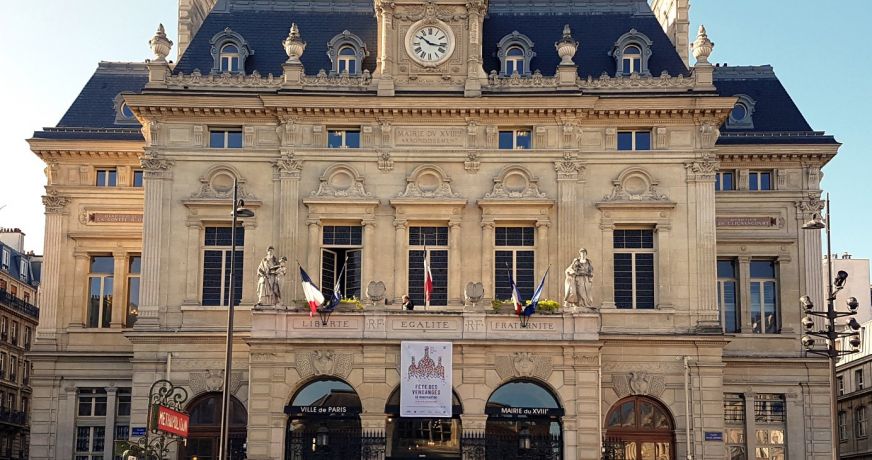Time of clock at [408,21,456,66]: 10:16
